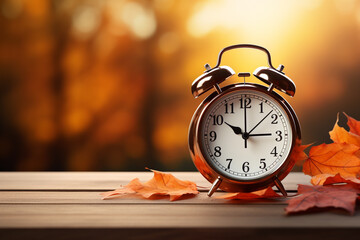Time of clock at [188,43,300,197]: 10:14
